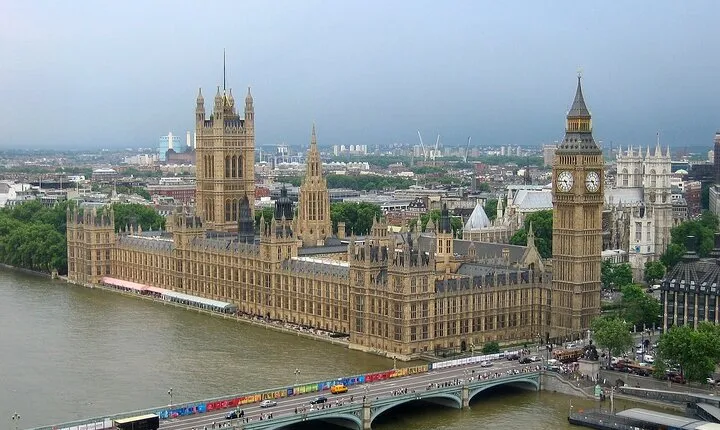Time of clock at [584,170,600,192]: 4:45
